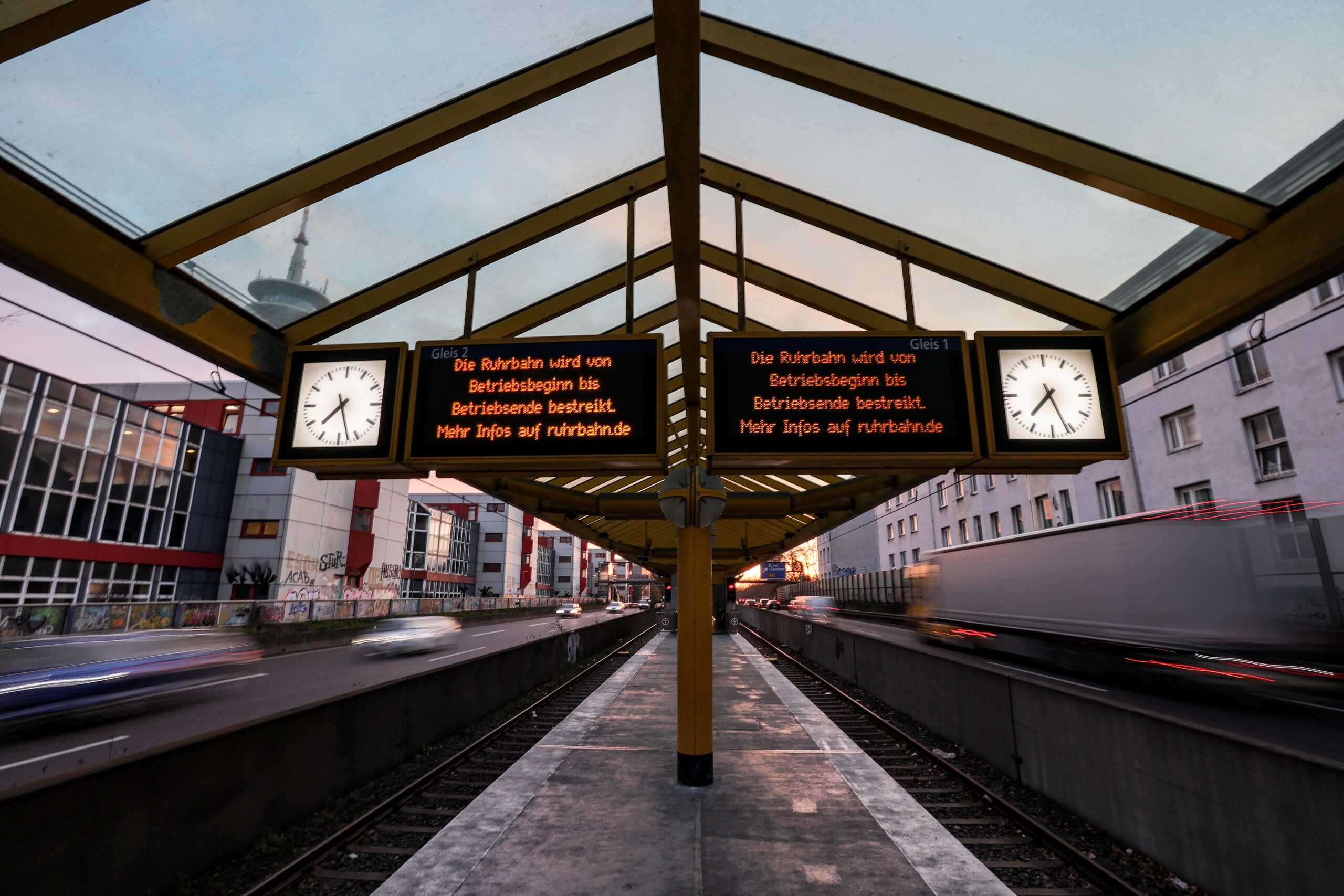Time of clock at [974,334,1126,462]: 7:26
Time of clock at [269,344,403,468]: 7:27
